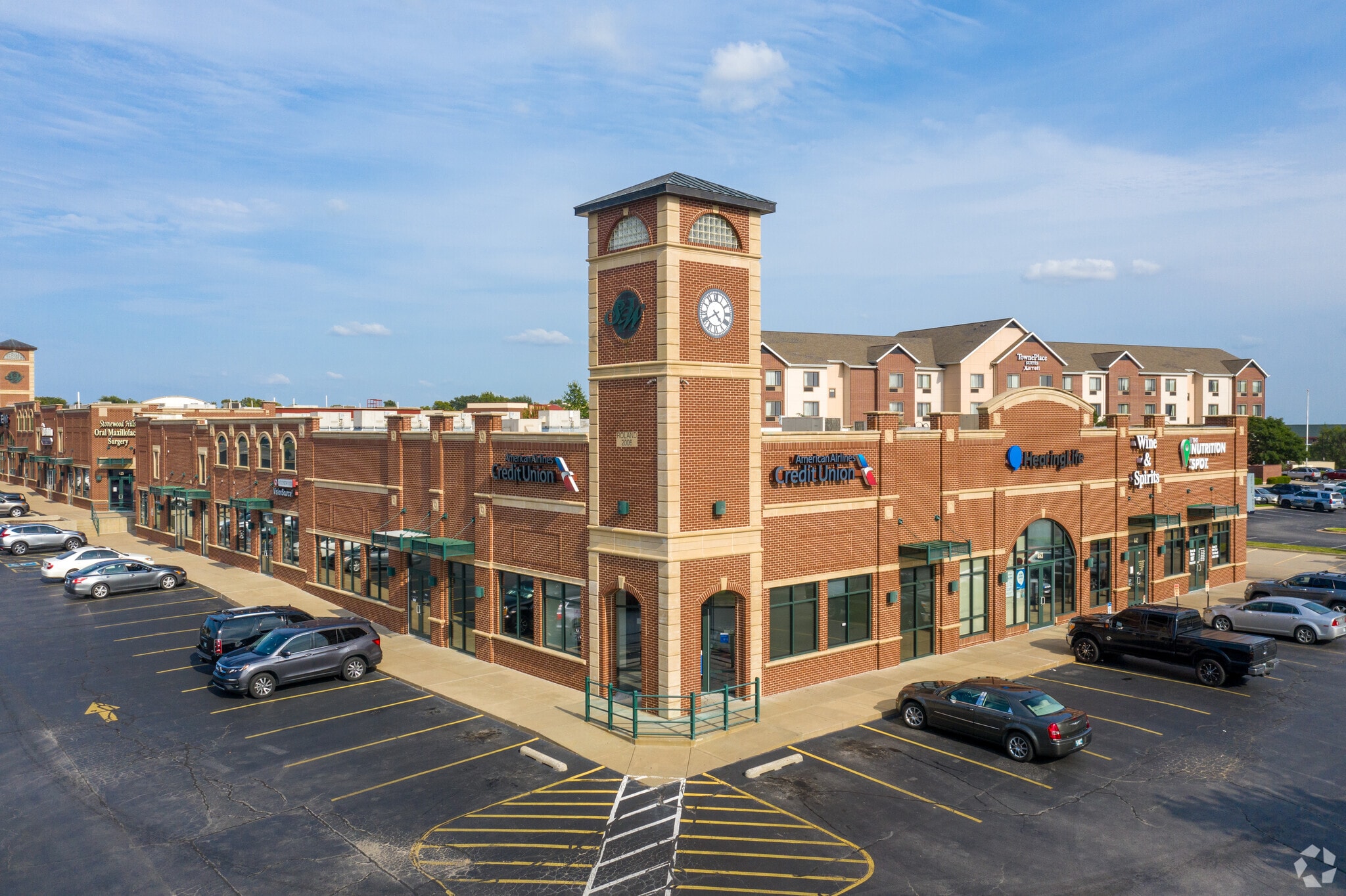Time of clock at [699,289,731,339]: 4:40
